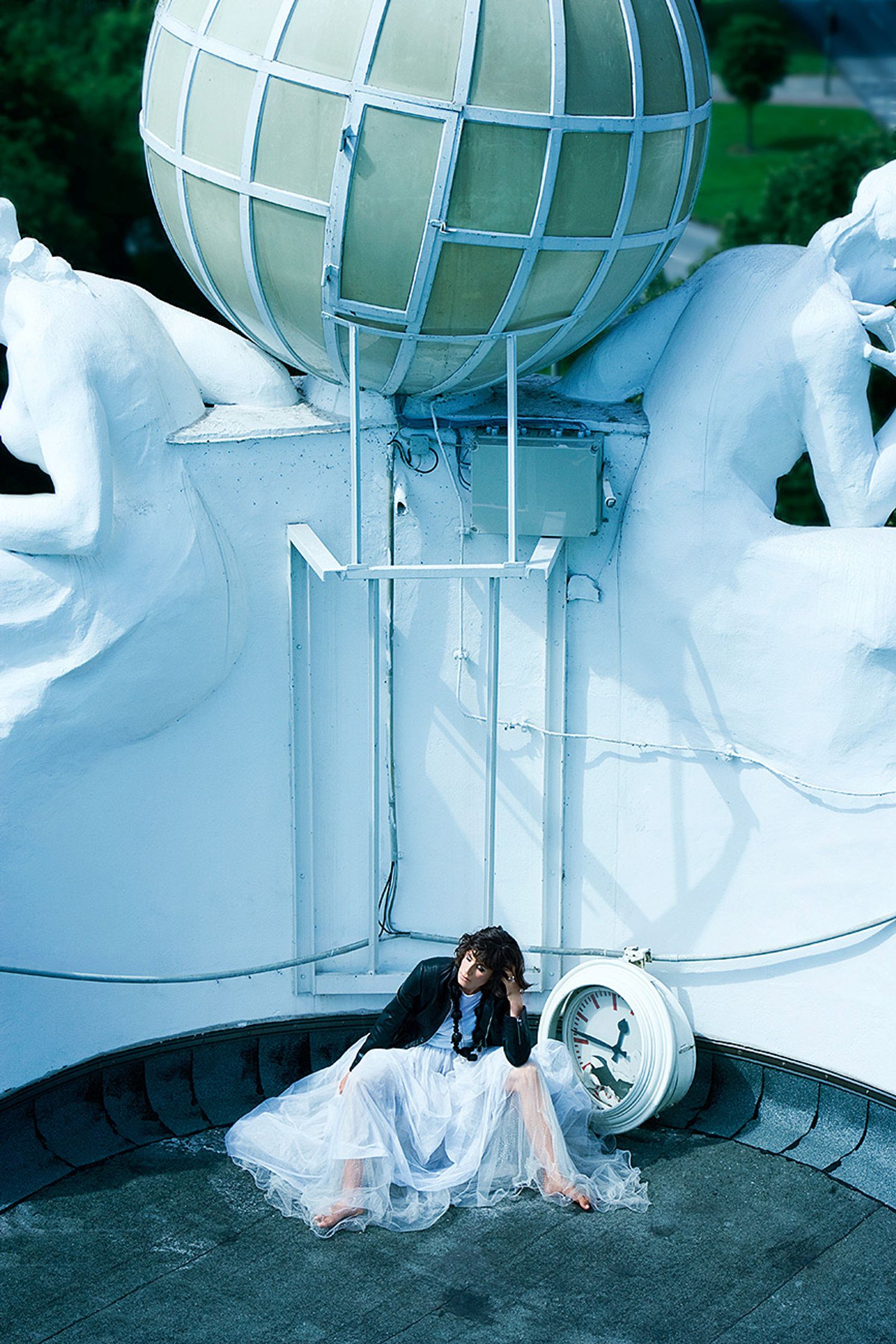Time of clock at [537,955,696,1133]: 12:46
